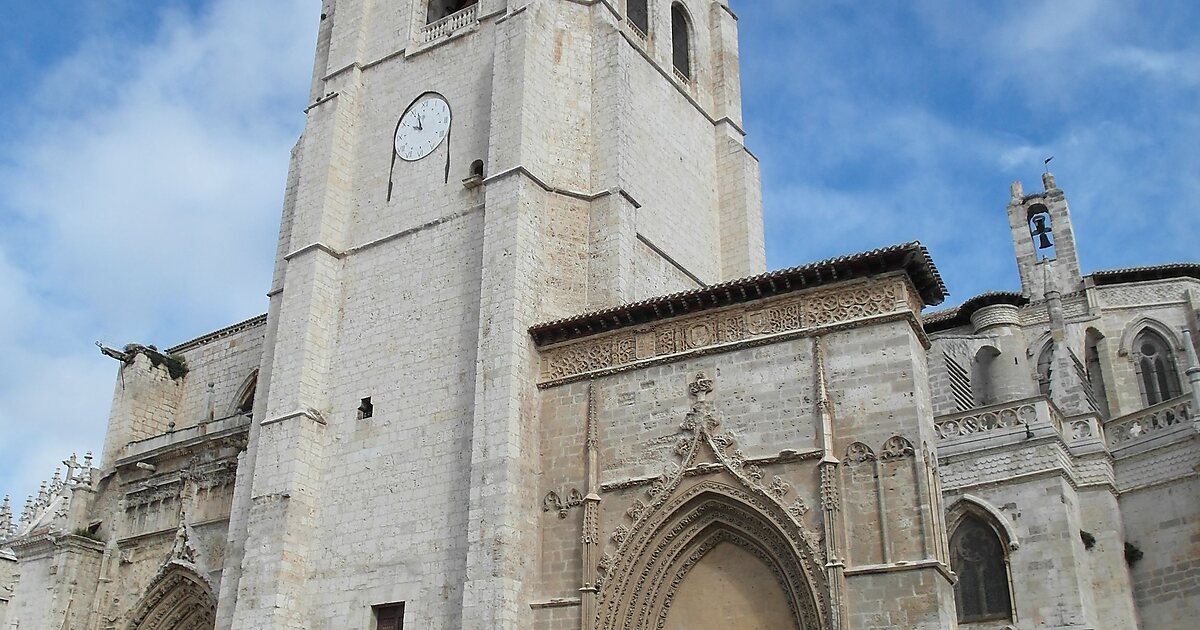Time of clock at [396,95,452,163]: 9:57
